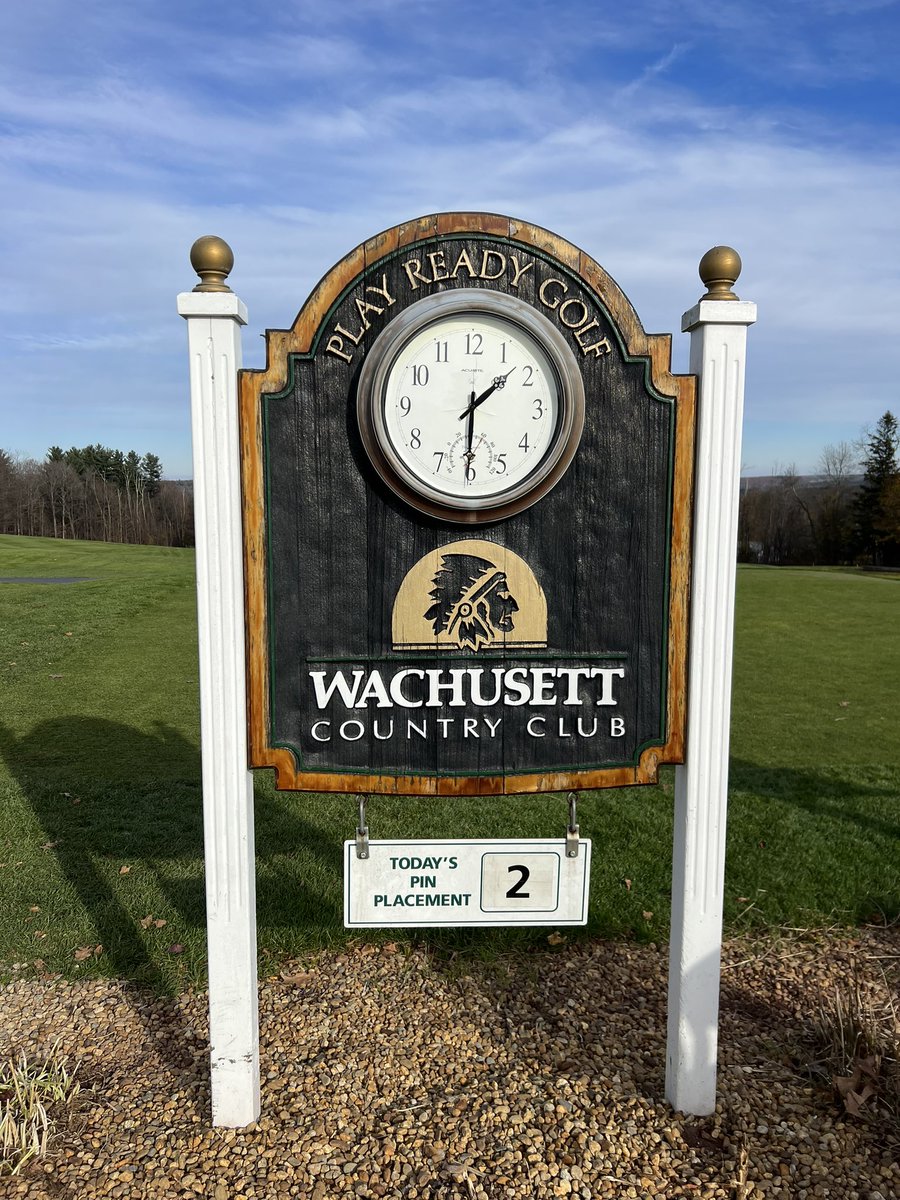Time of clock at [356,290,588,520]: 1:30
